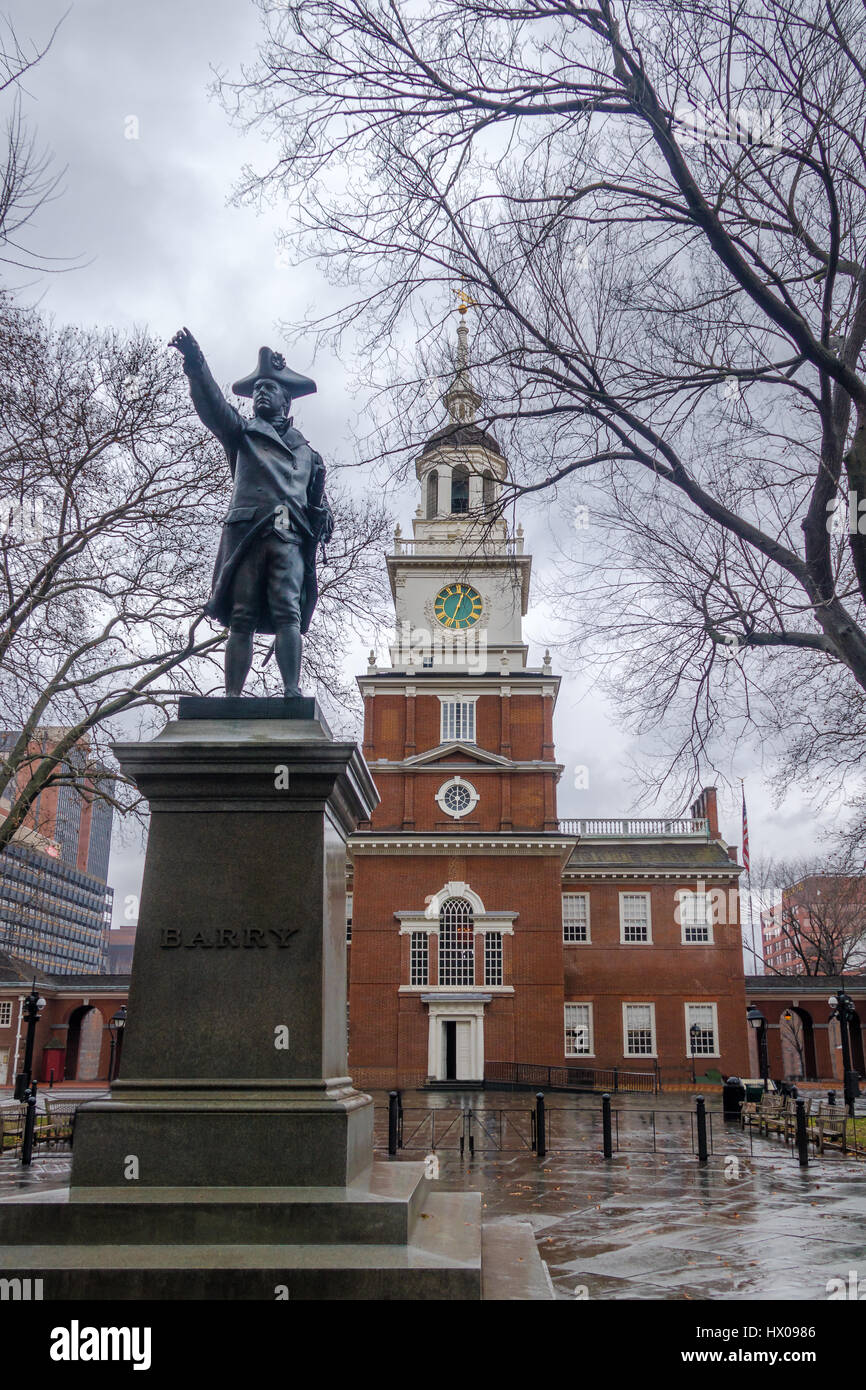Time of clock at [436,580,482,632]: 12:33
